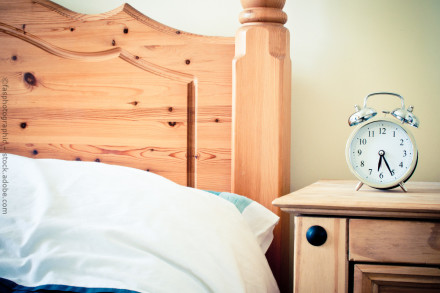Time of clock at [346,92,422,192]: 6:25
